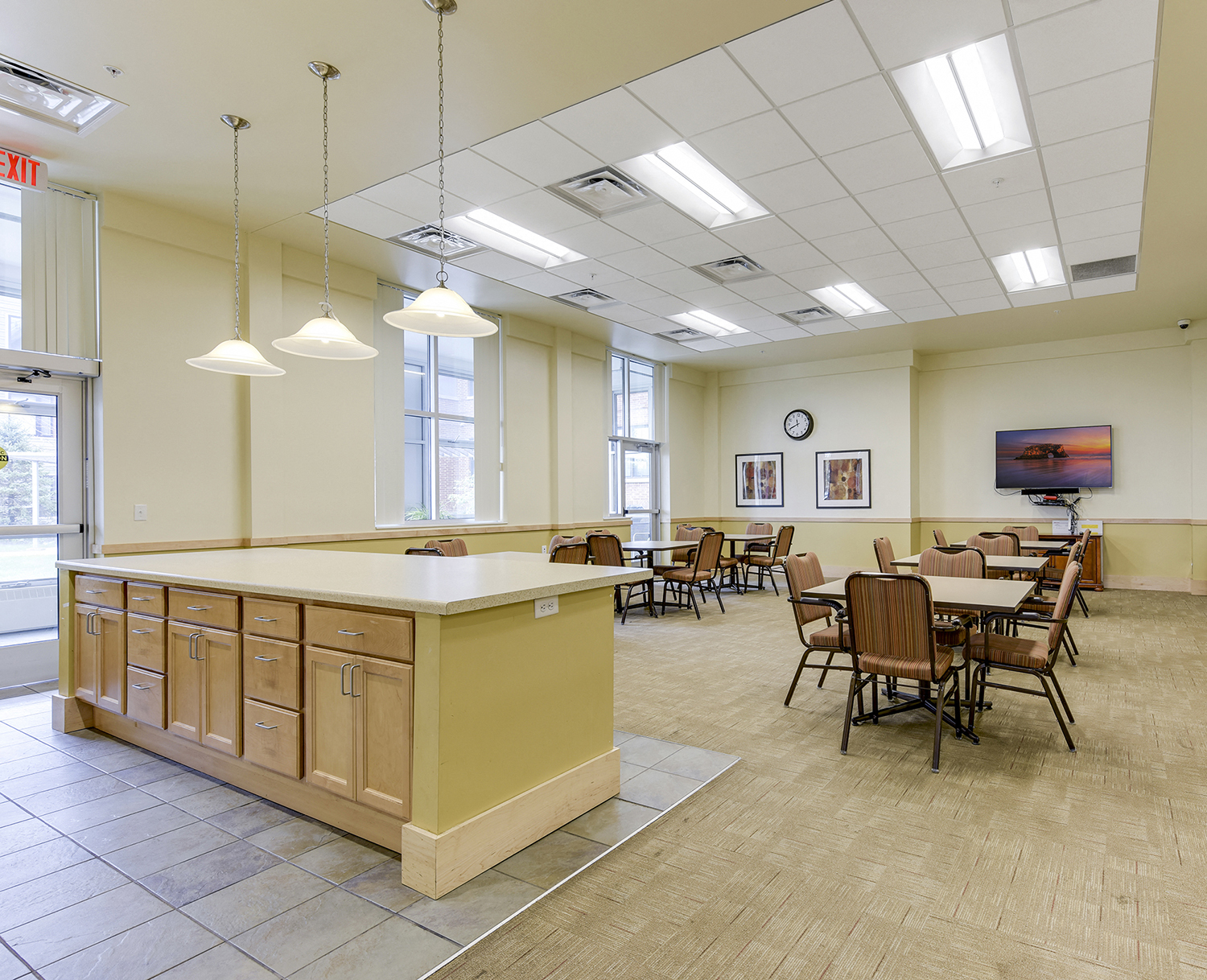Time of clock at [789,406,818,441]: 11:40
